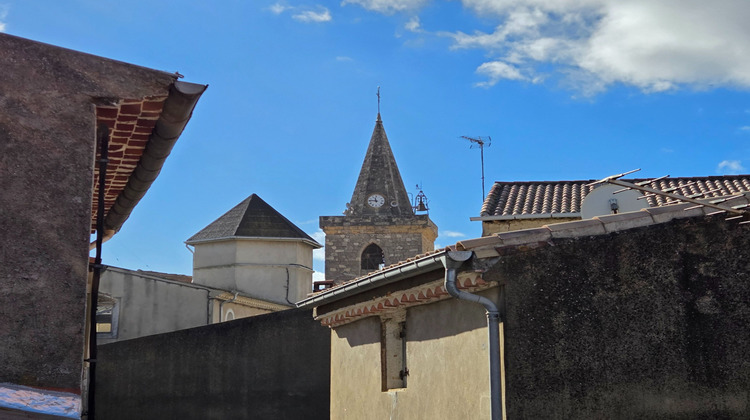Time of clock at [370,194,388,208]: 11:46
